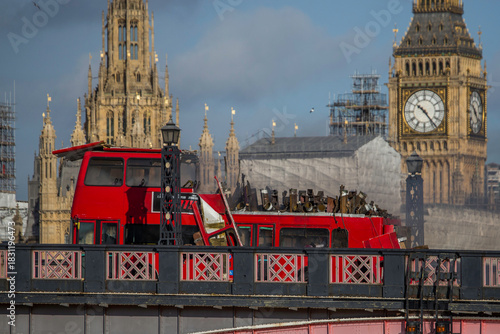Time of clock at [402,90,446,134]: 10:23
